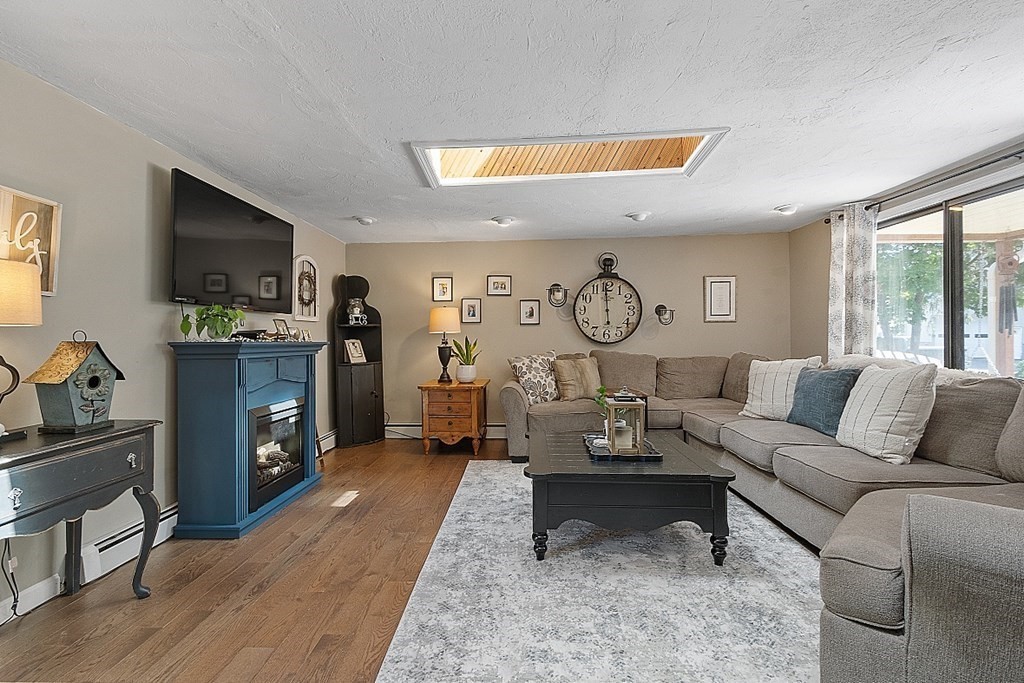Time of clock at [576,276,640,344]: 5:59
